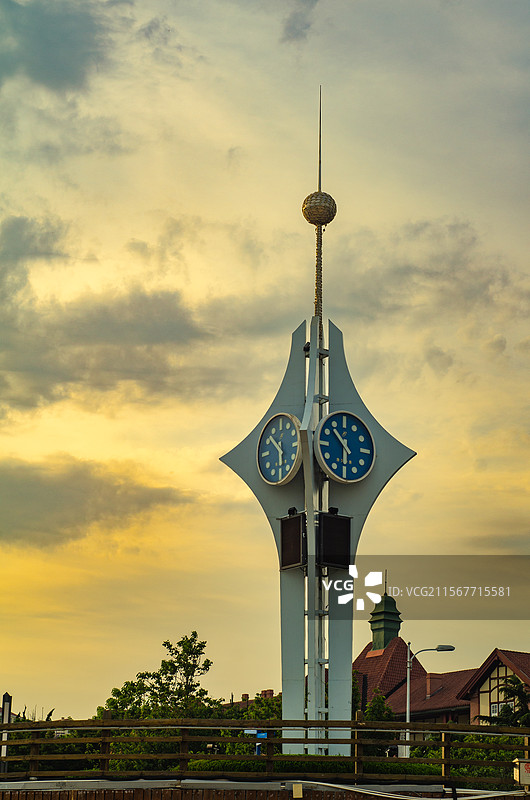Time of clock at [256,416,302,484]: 5:51
